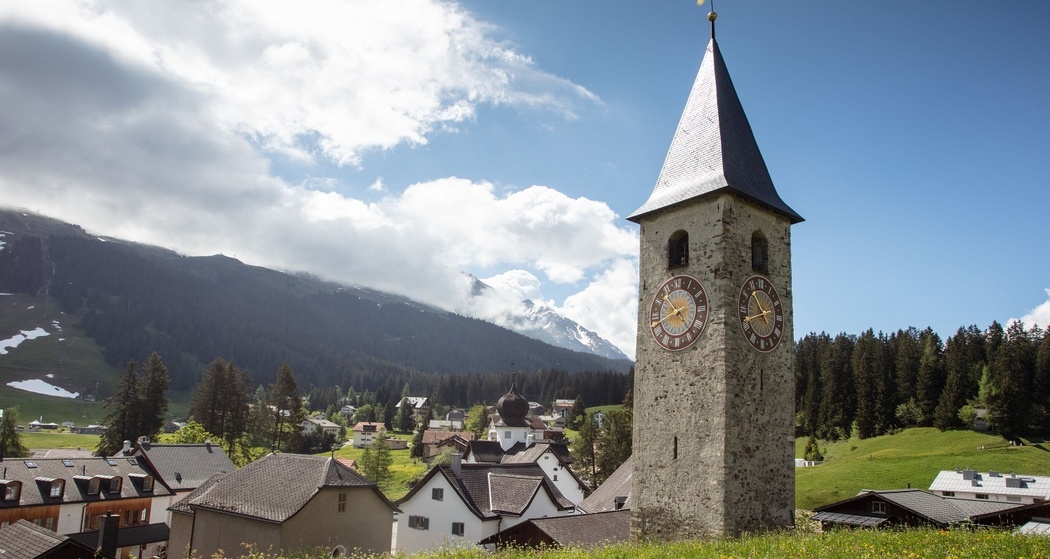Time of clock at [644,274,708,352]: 10:41
